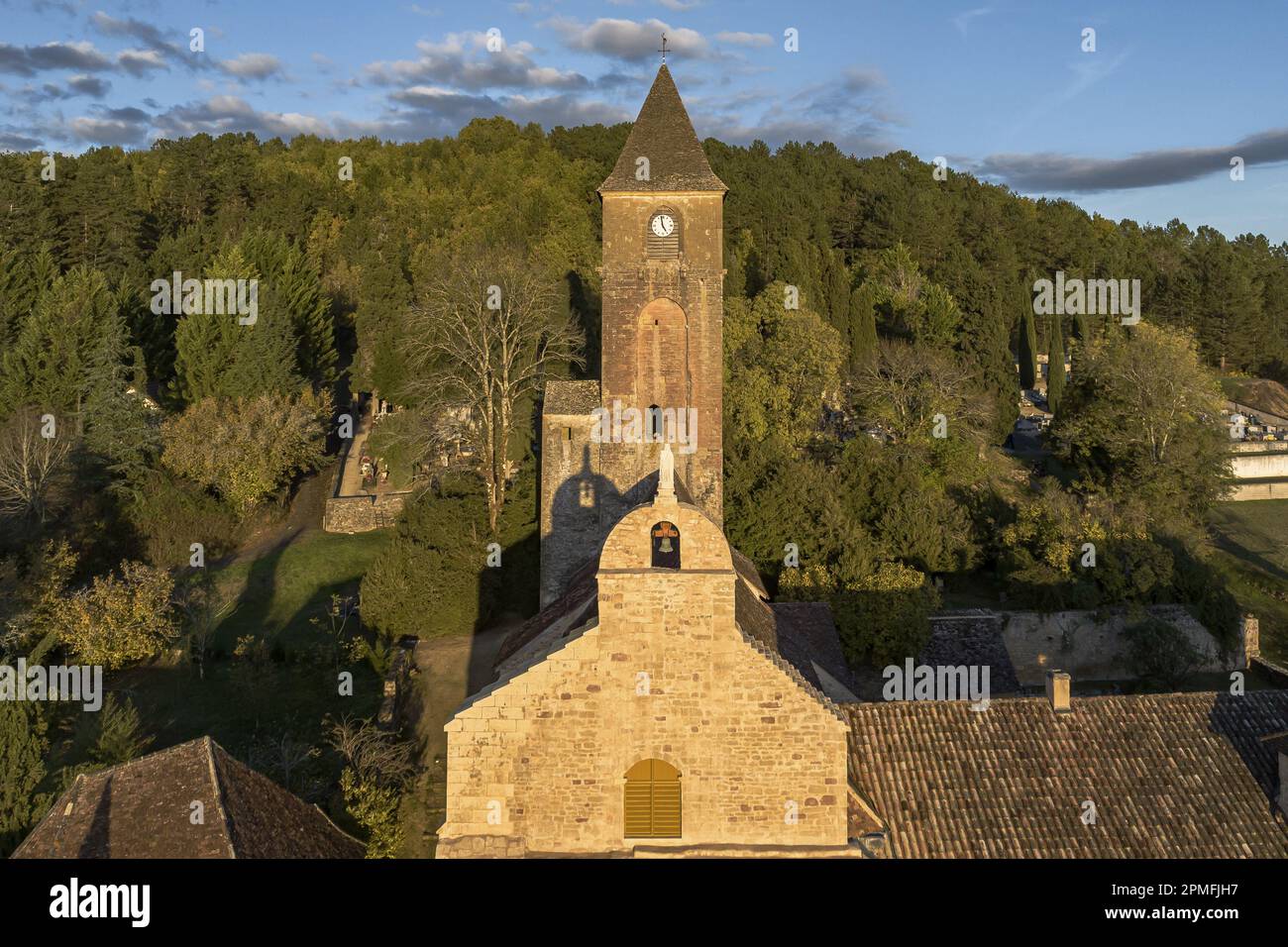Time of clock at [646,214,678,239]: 4:58
